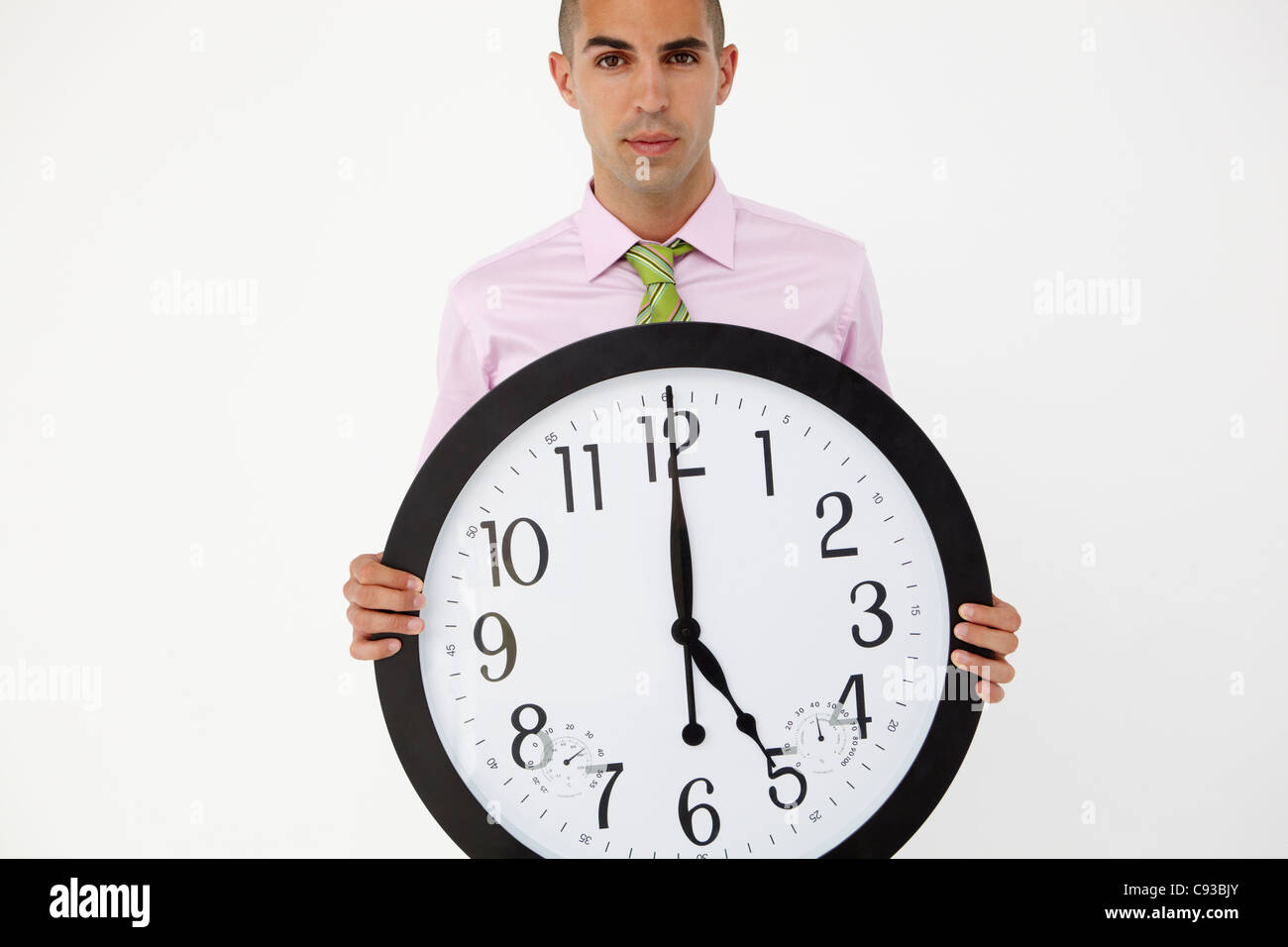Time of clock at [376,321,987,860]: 5:00
